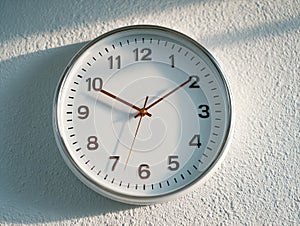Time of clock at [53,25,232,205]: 1:49
